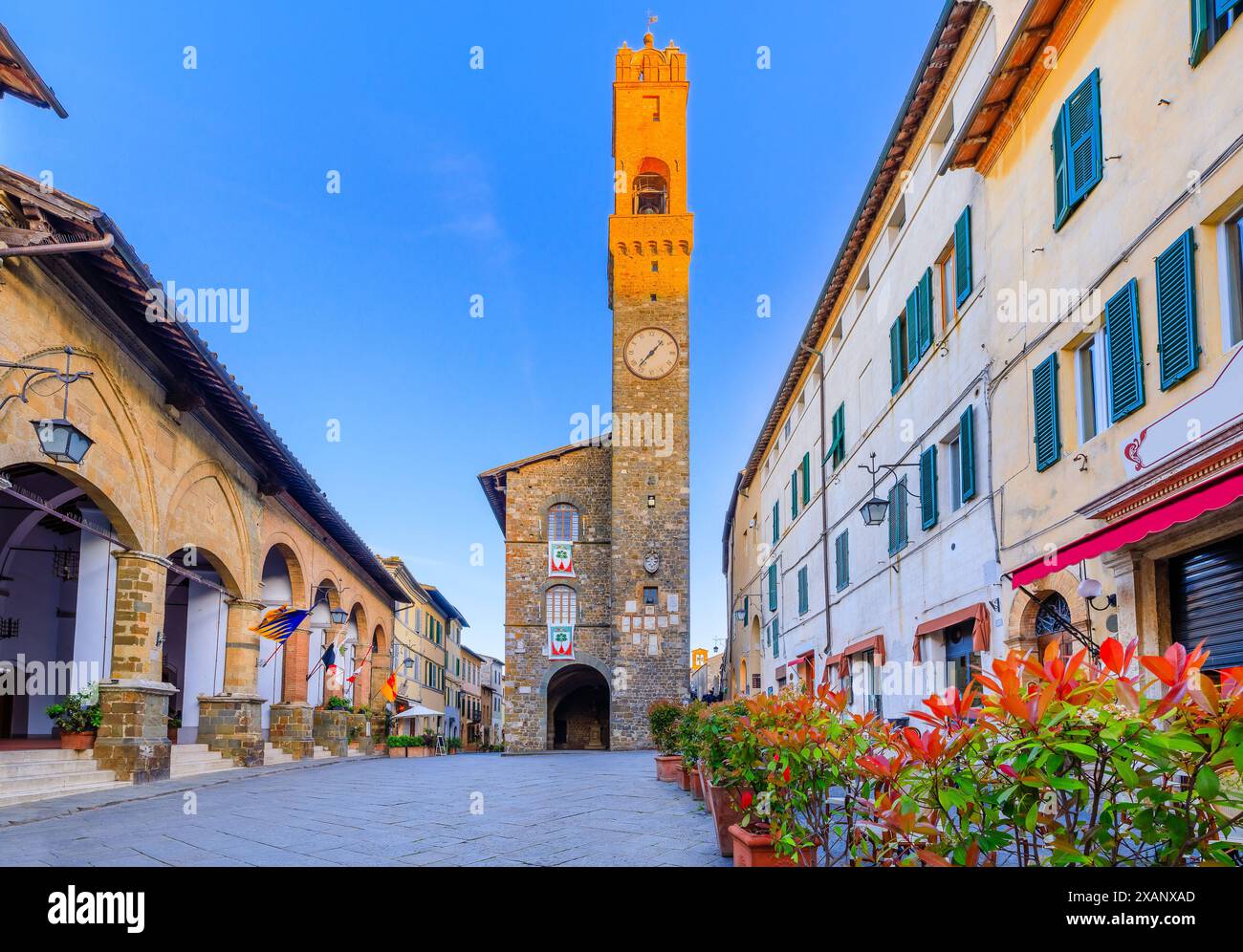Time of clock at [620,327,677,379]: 1:37
